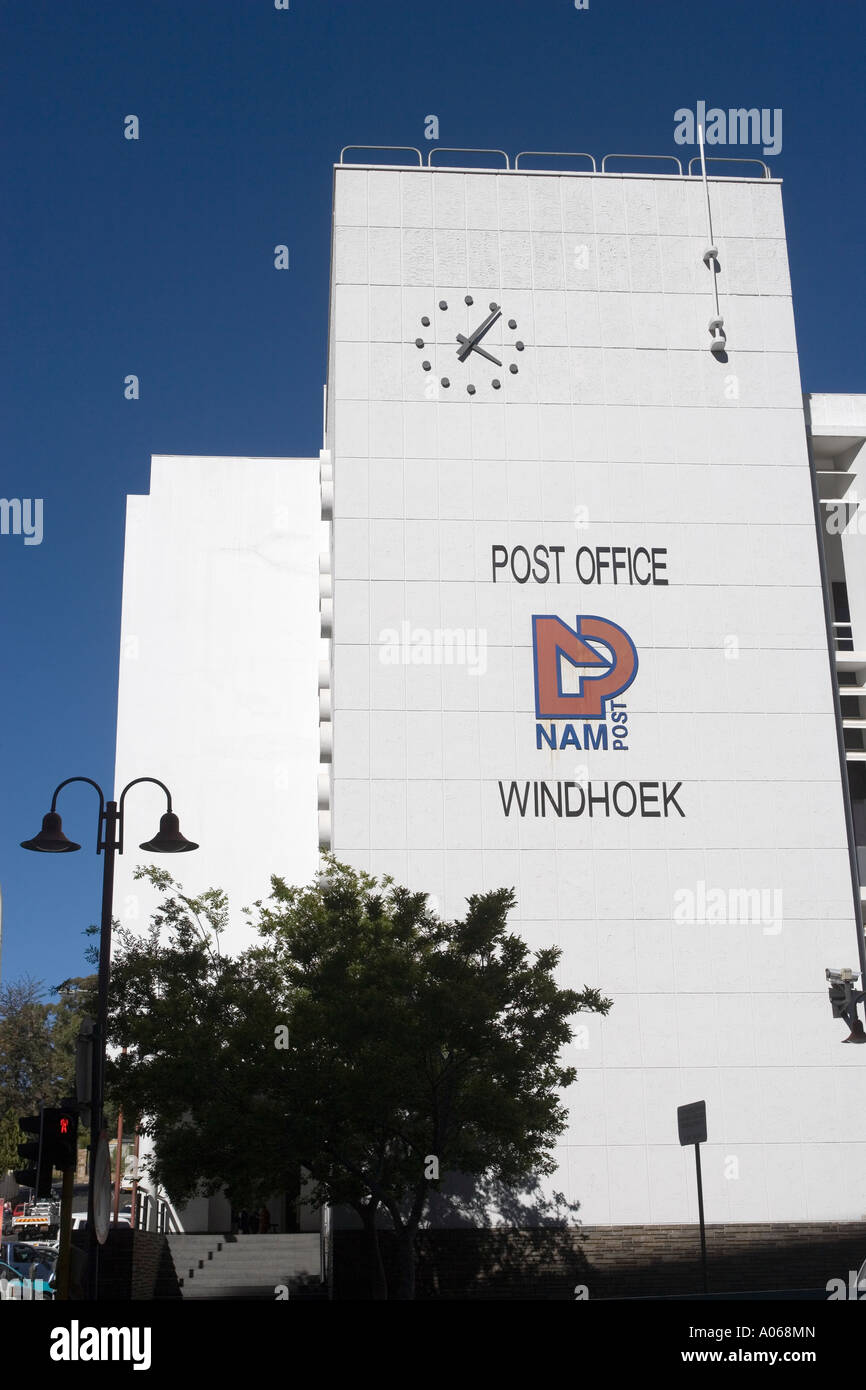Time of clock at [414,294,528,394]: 4:07
